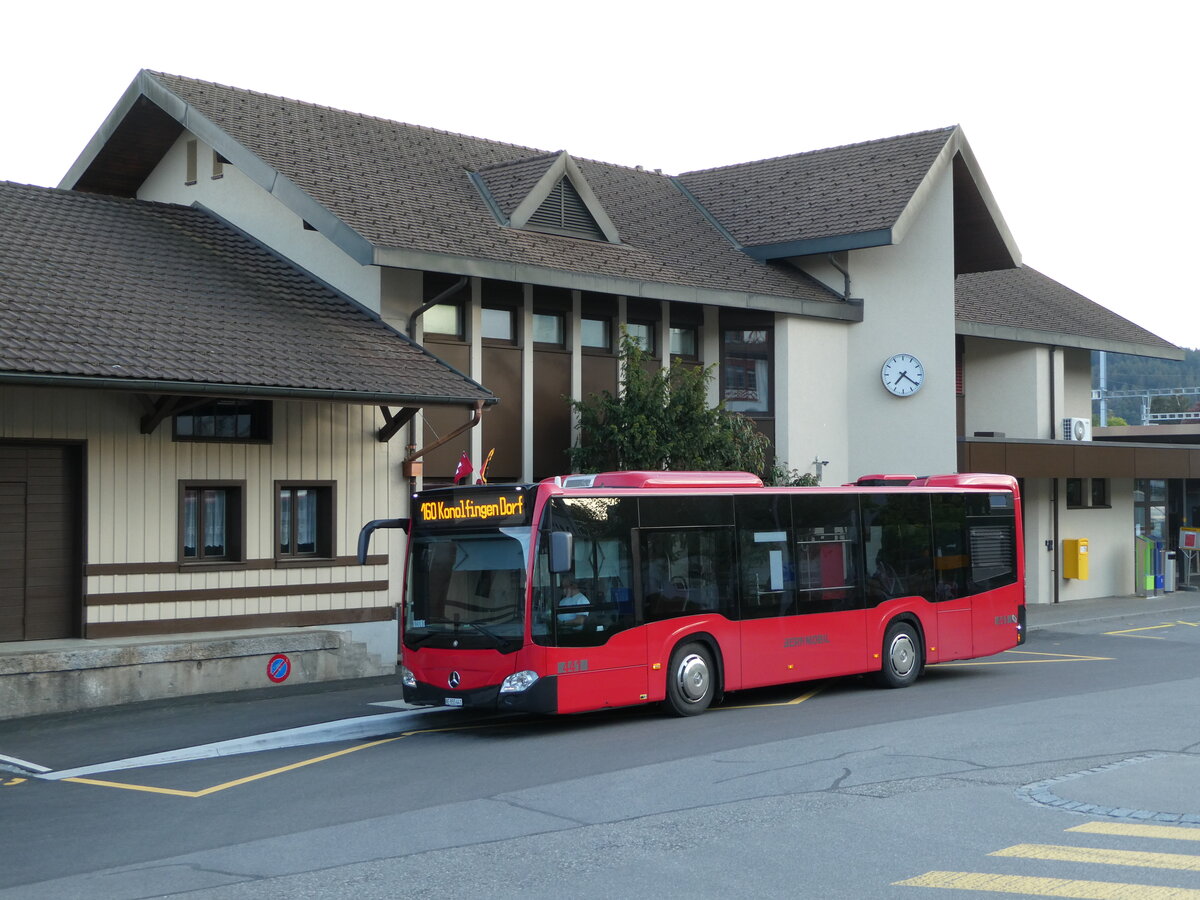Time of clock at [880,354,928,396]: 7:20
